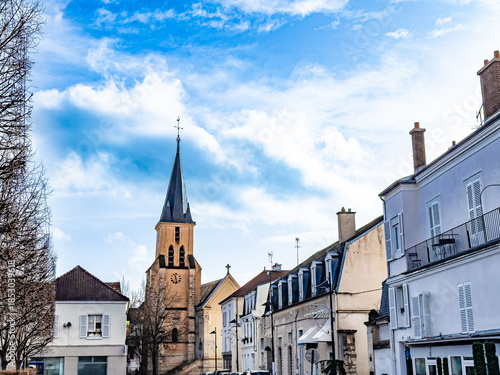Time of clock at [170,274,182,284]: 11:28
